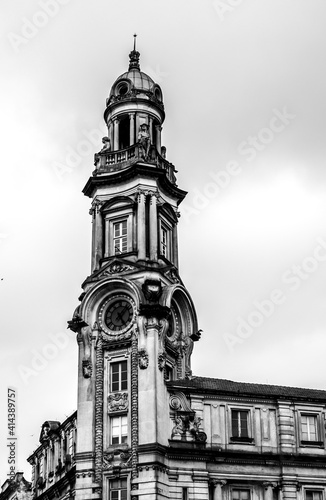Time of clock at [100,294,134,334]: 1:24
